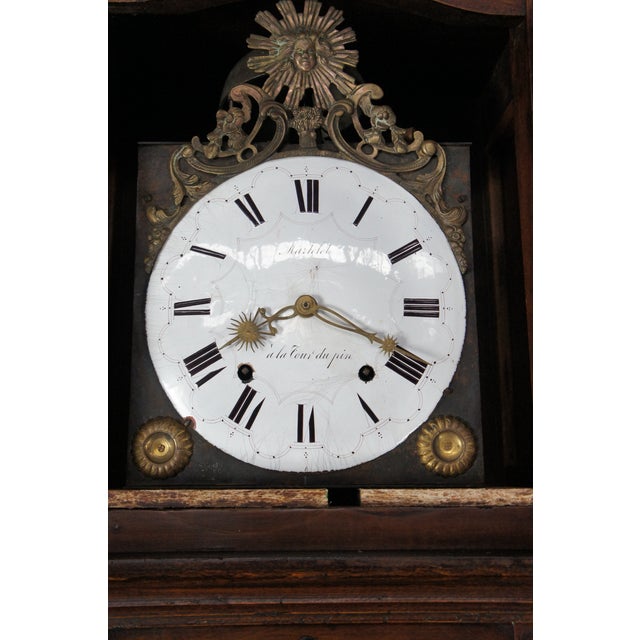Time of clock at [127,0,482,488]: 8:19
